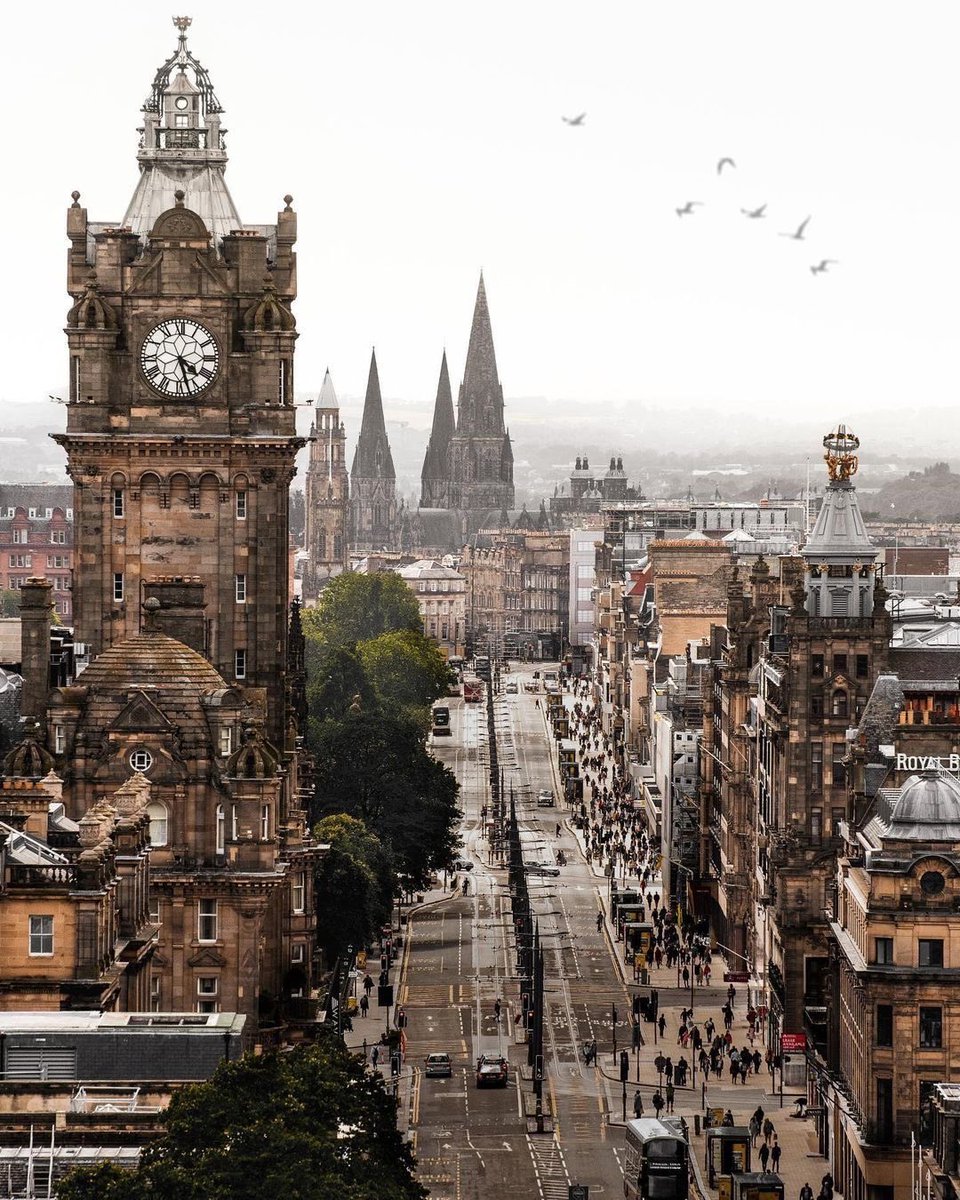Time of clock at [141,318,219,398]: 4:27
